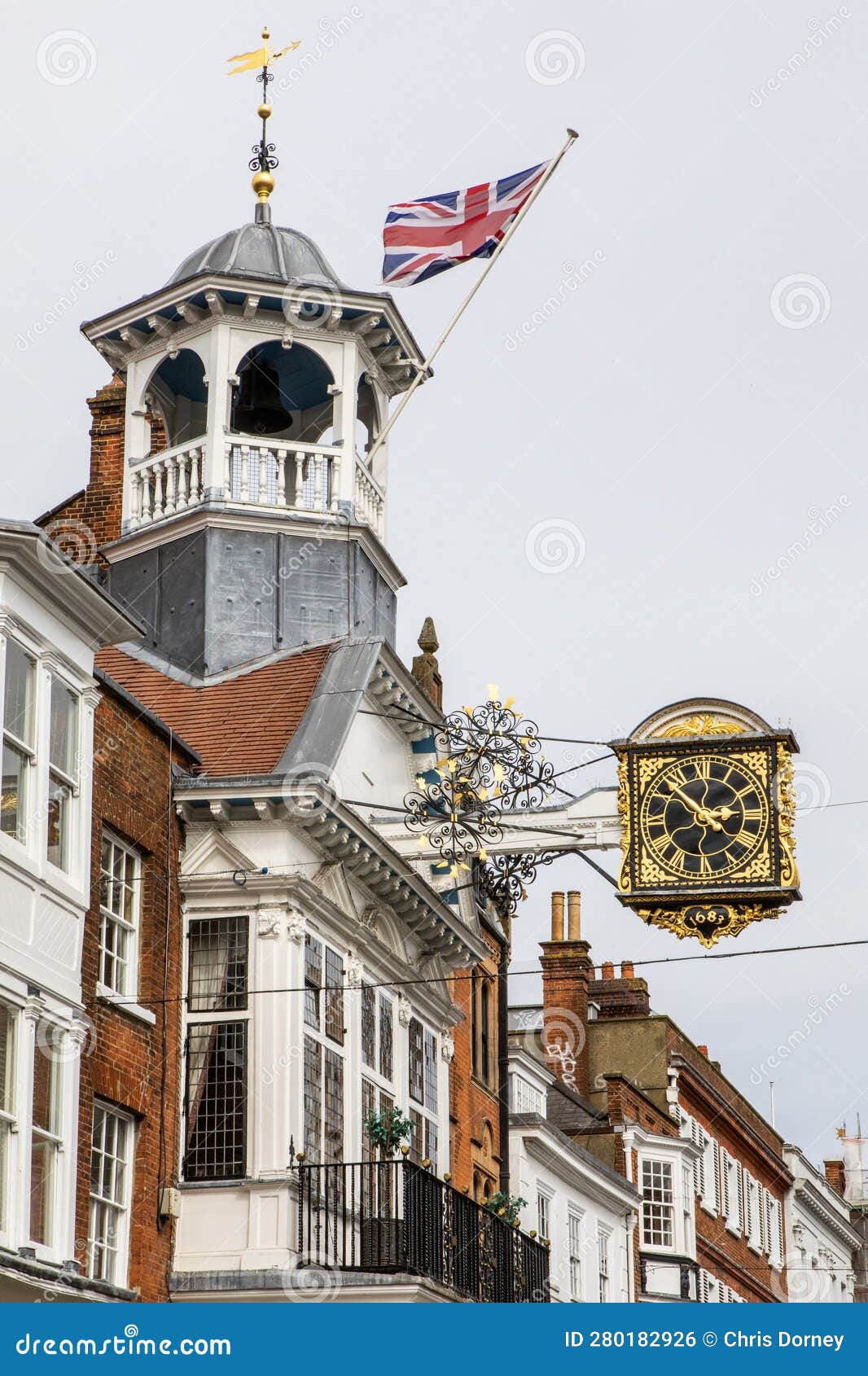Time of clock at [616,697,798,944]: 2:52
